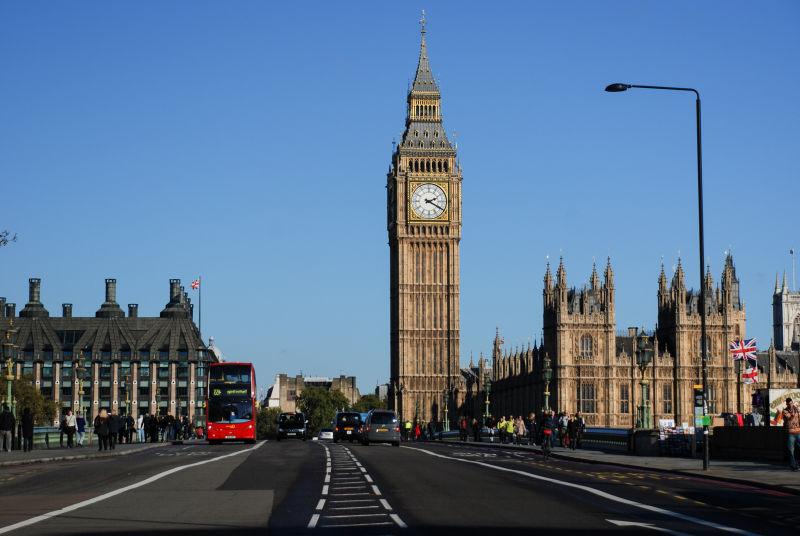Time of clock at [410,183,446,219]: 2:19
